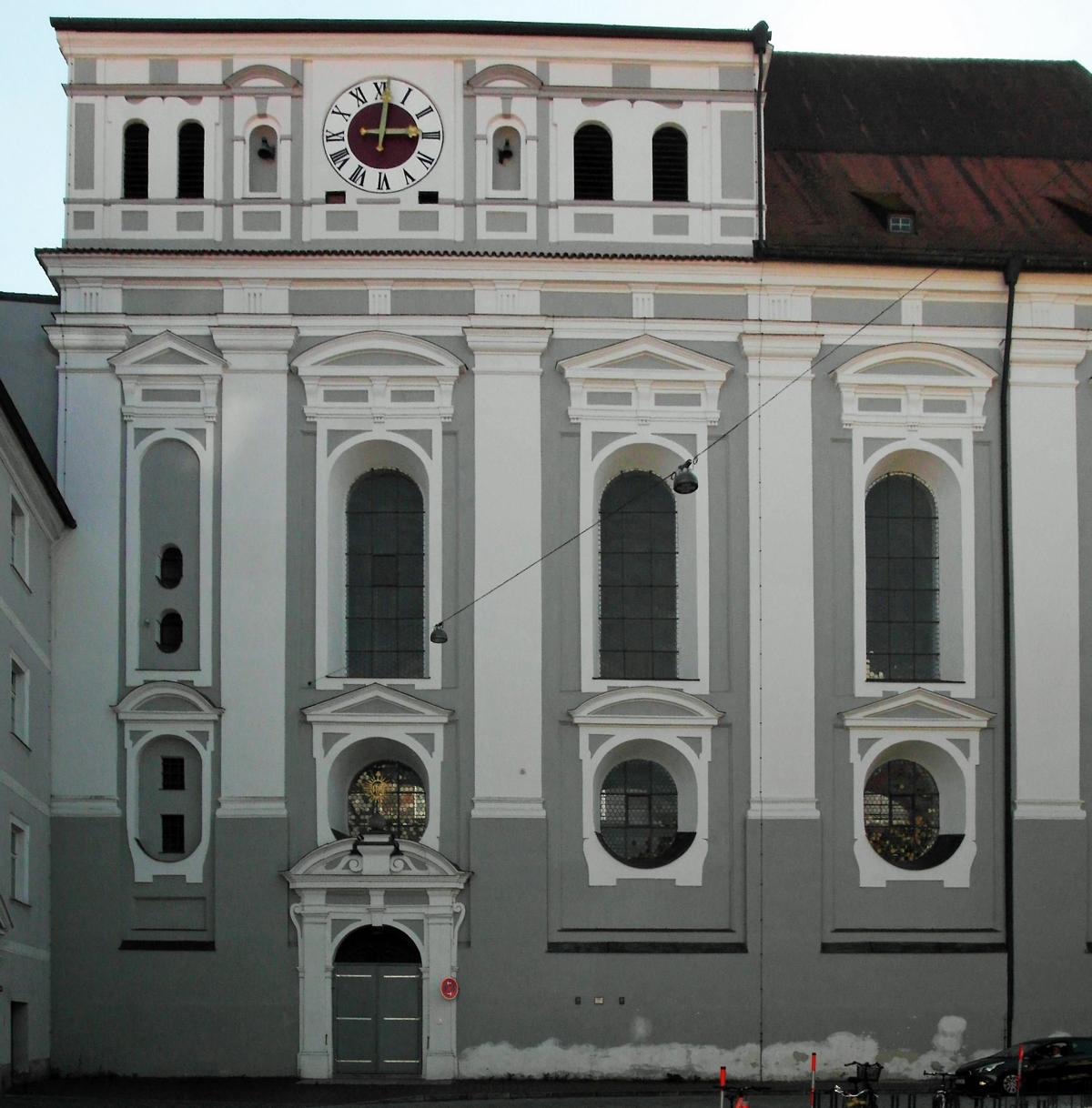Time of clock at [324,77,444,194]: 3:01
